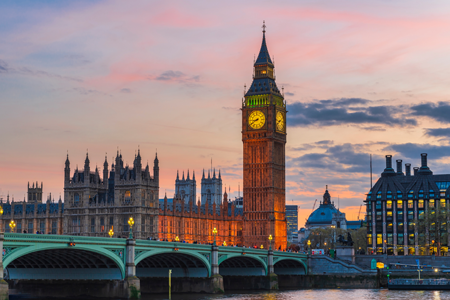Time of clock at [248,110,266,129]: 8:40
